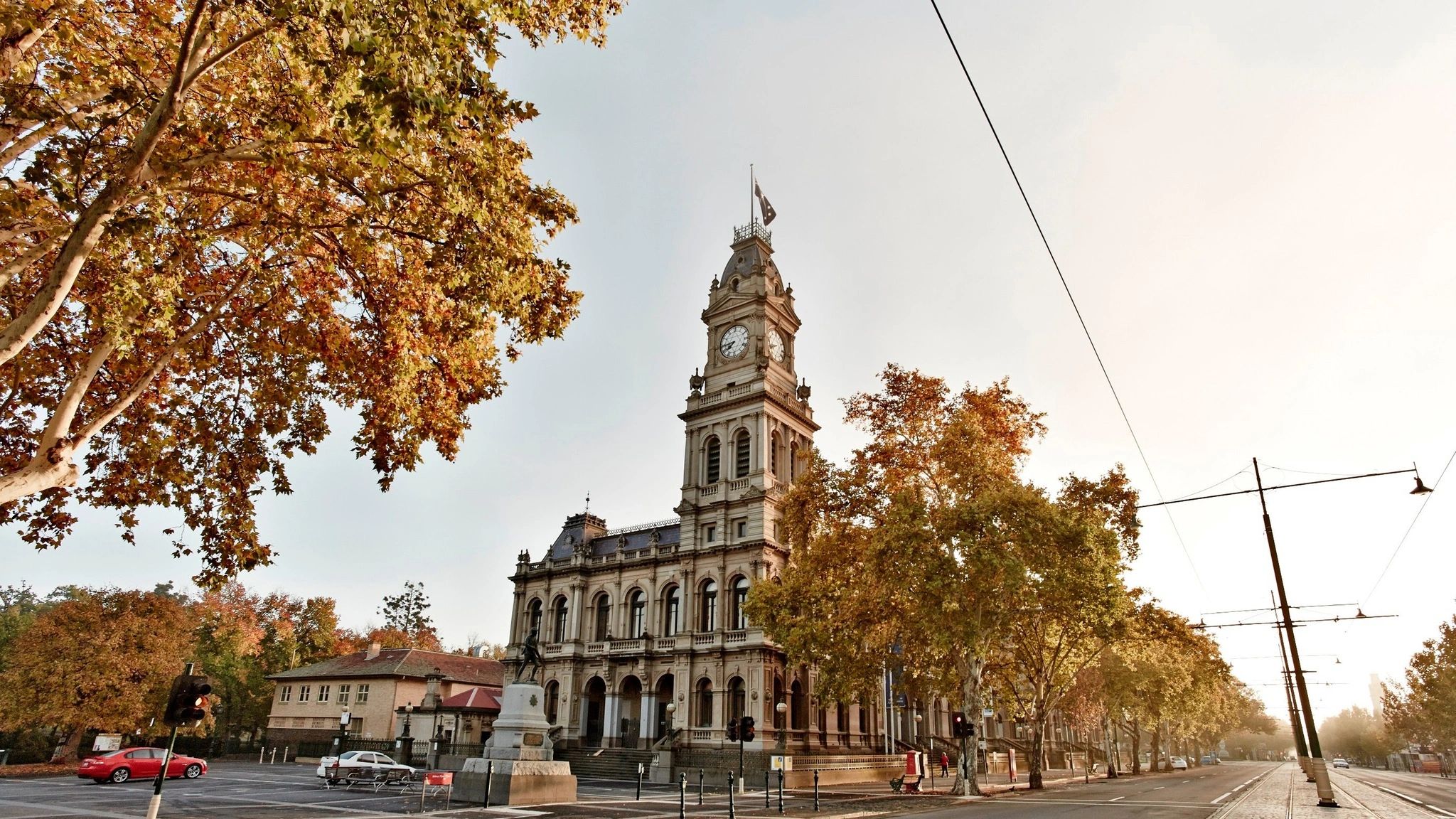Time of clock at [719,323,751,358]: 7:44
